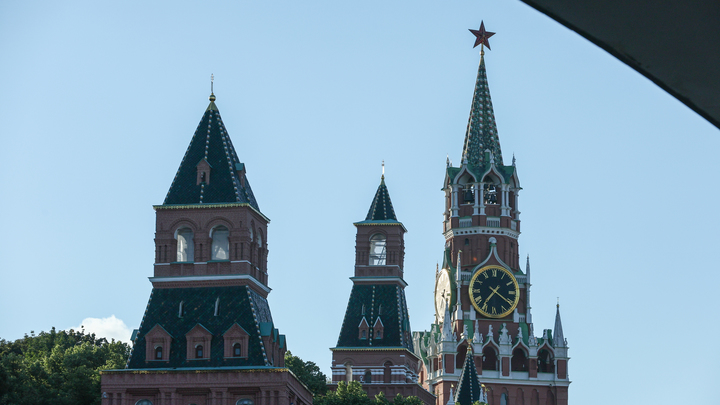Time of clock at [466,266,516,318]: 7:20
